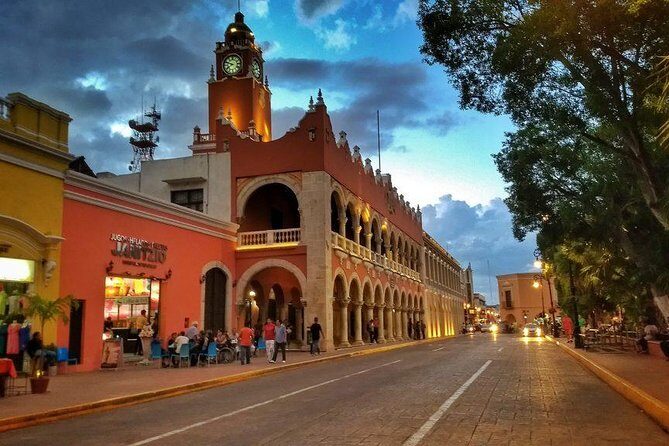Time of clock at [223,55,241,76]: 7:48
